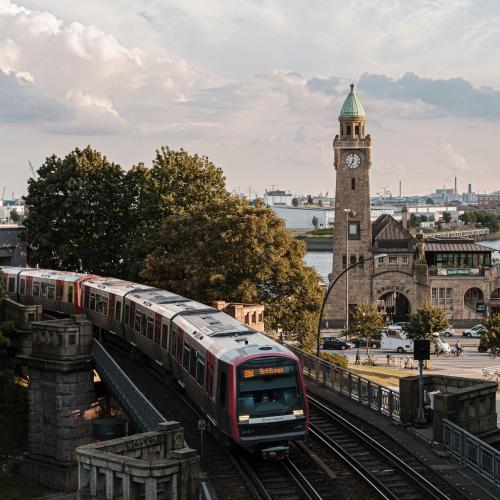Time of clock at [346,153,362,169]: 7:00
